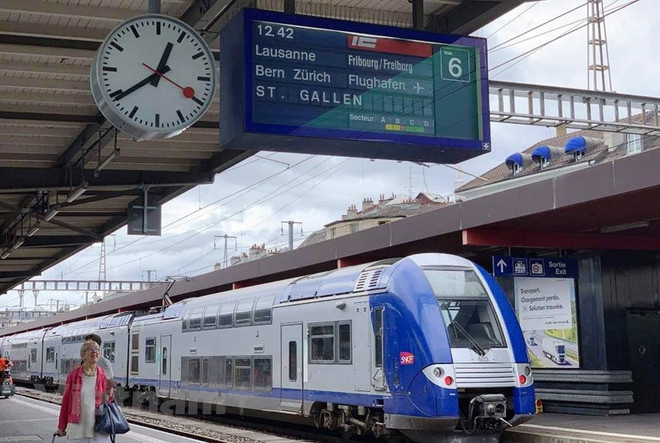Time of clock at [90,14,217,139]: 12:39
